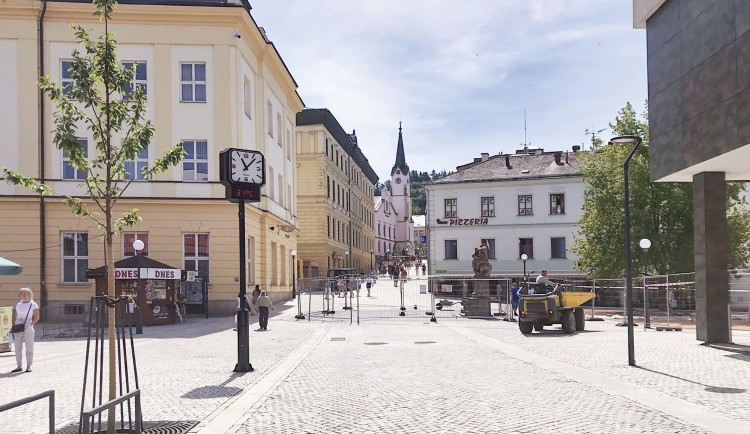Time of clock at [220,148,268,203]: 11:07
